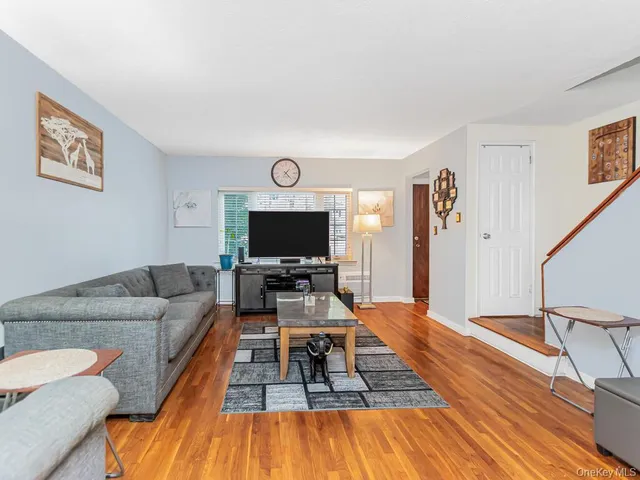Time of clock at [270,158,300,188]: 1:22
